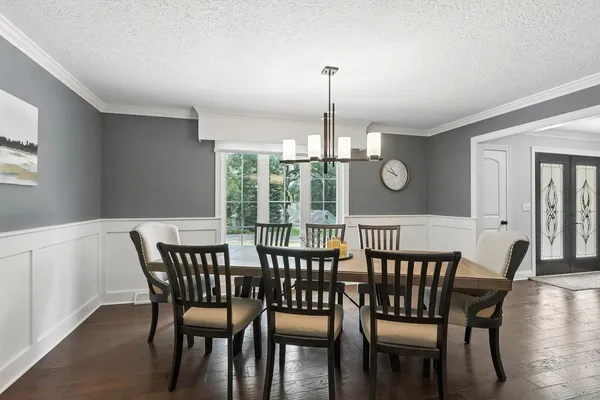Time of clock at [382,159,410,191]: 10:48
